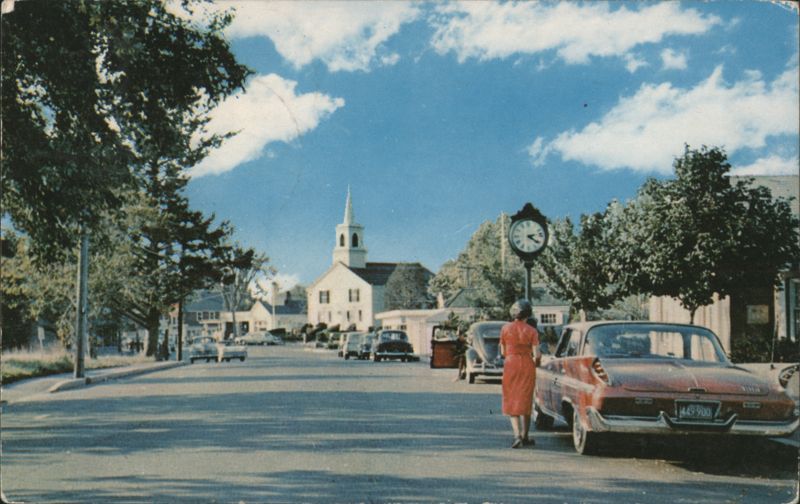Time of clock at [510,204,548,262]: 2:21
